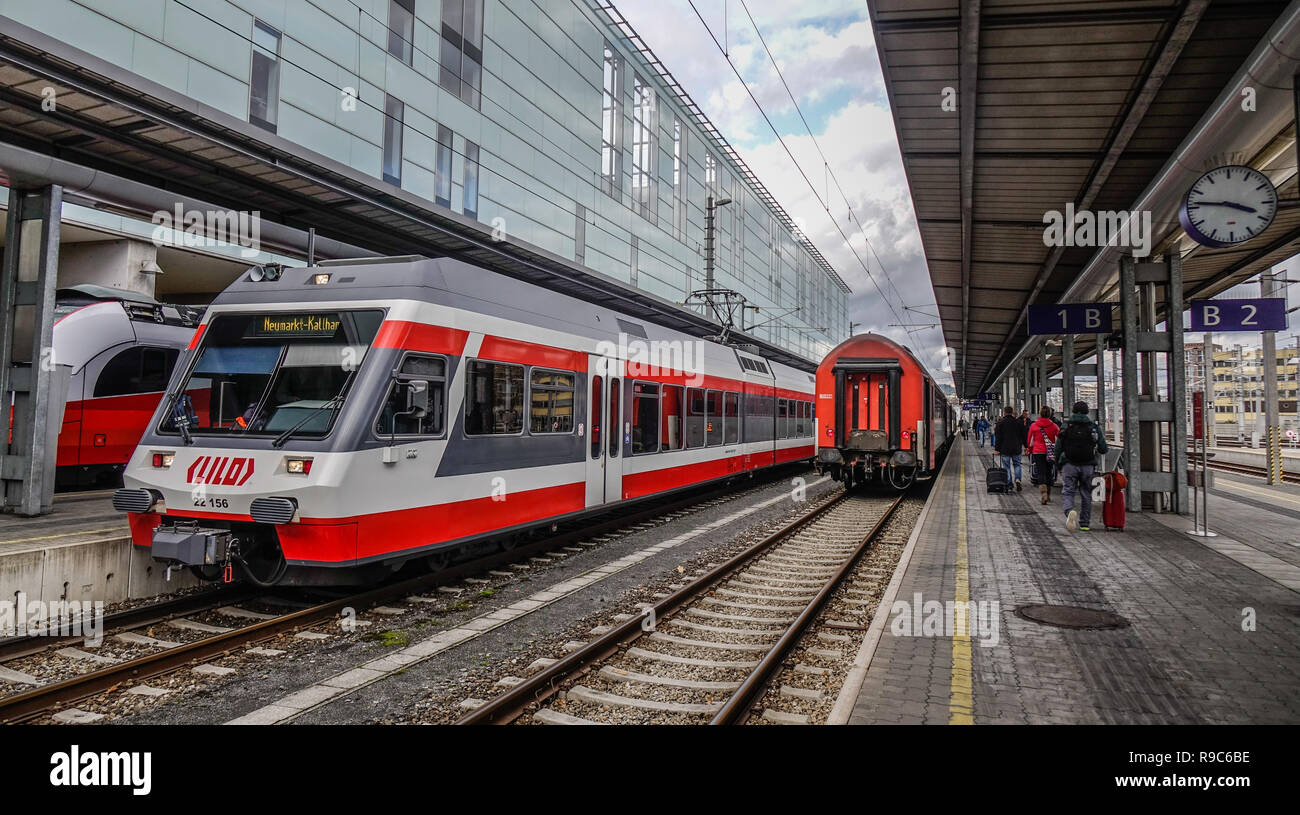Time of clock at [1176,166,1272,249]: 3:46
